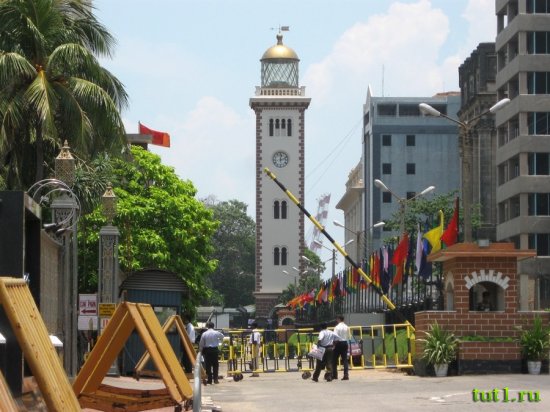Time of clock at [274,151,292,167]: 12:12
